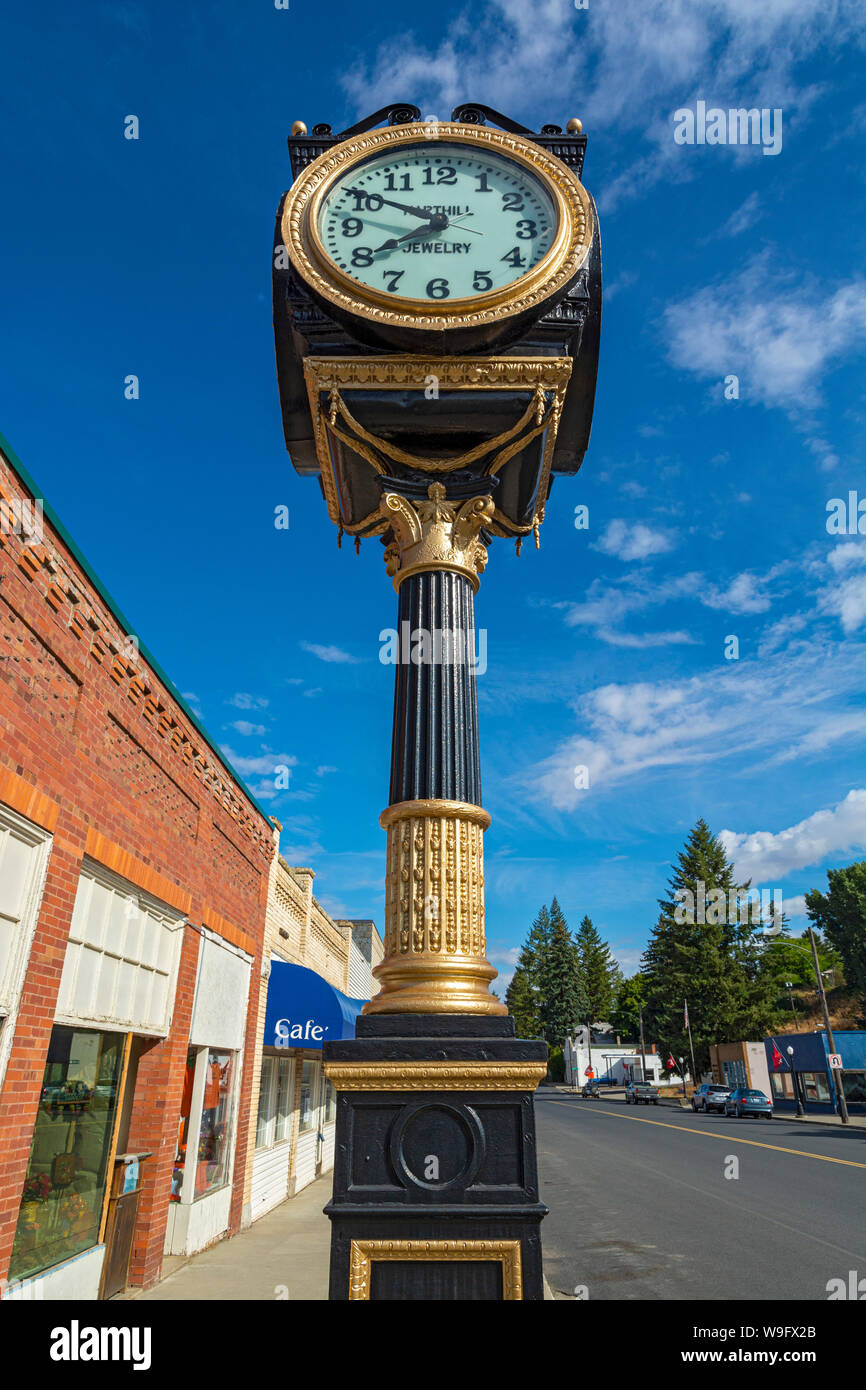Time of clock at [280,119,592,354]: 7:49
